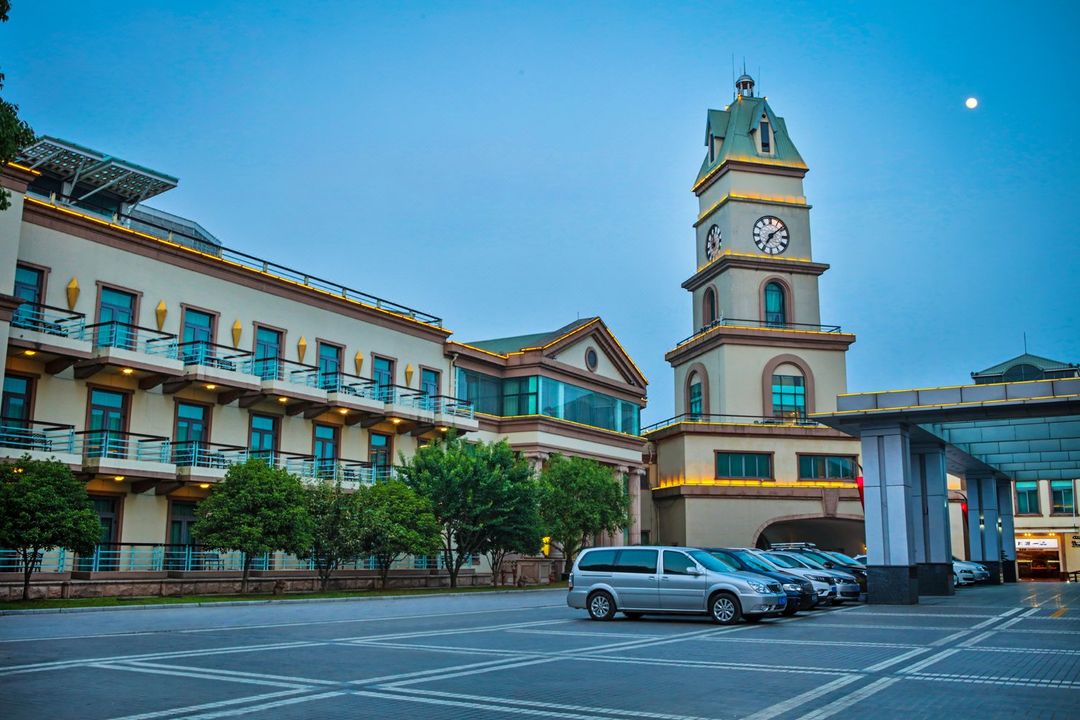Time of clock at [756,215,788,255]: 7:08
